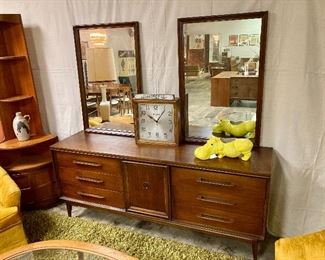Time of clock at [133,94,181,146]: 10:06
